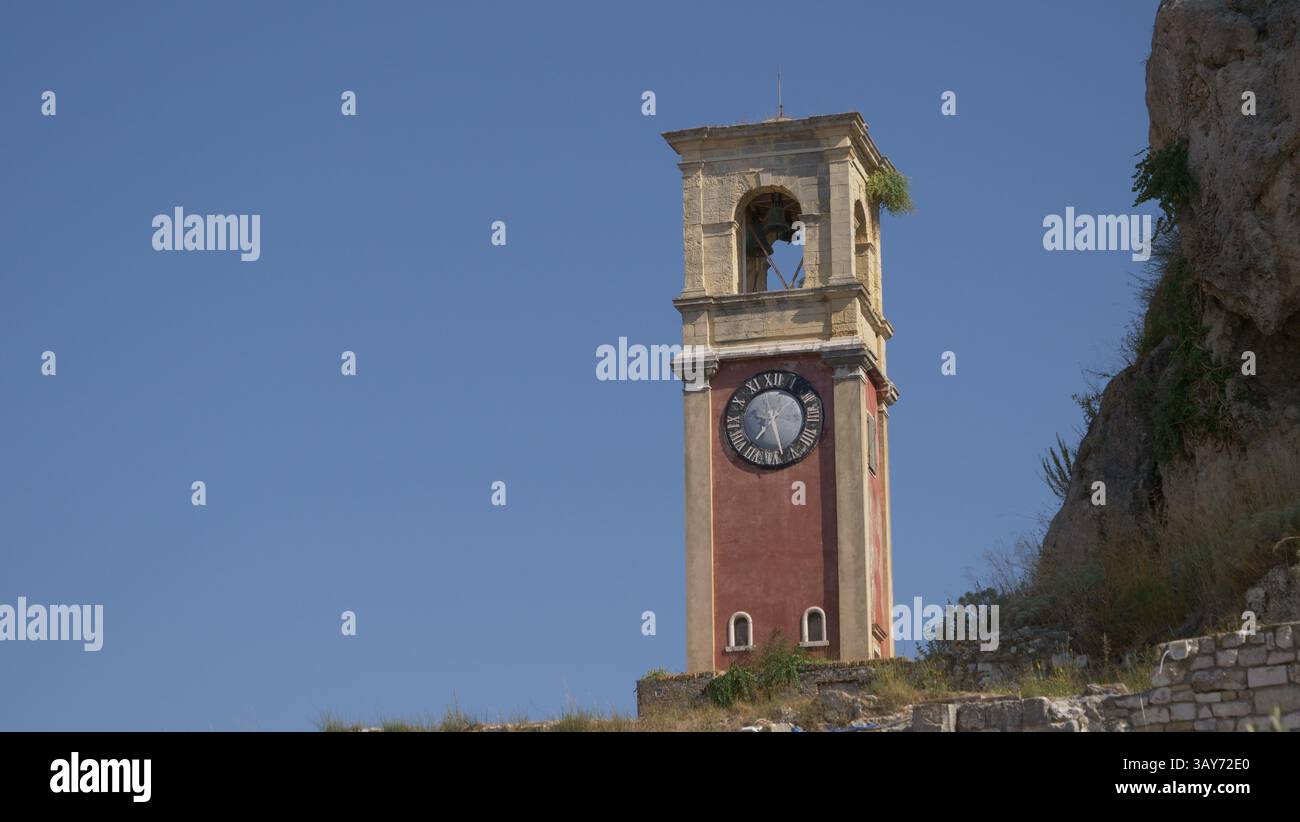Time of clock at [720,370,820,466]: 7:27
